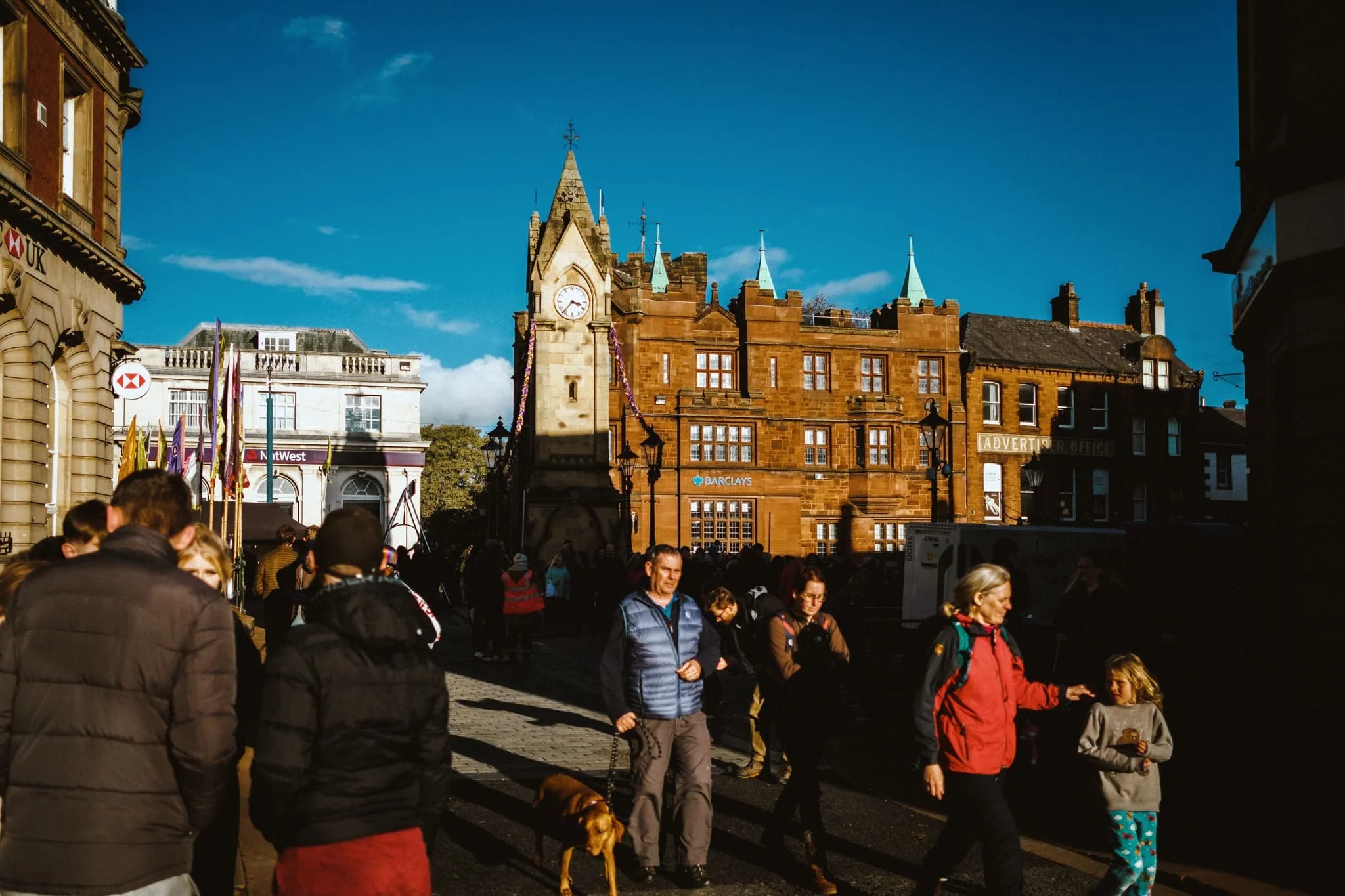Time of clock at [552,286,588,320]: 3:36
